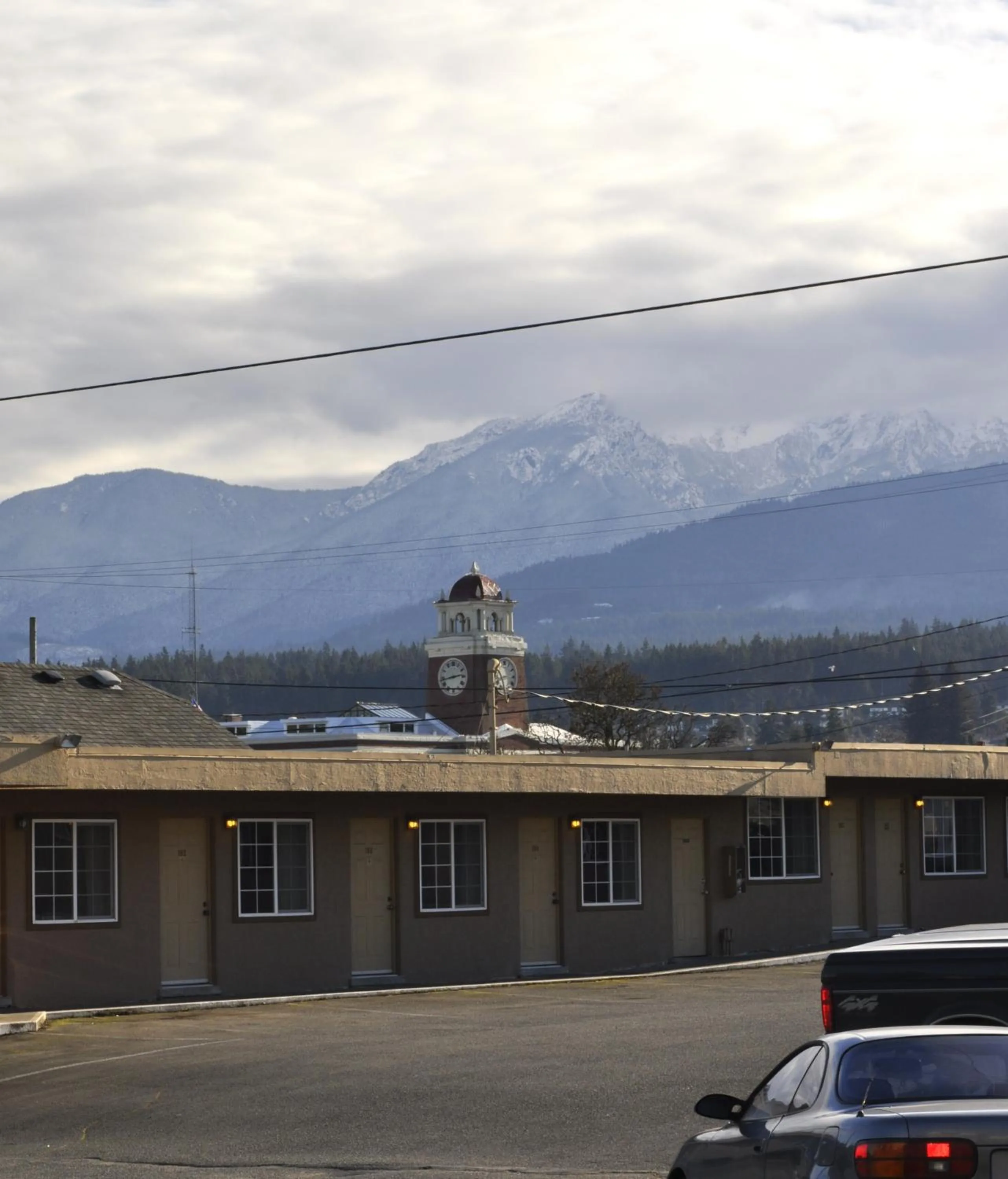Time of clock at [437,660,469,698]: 2:43
